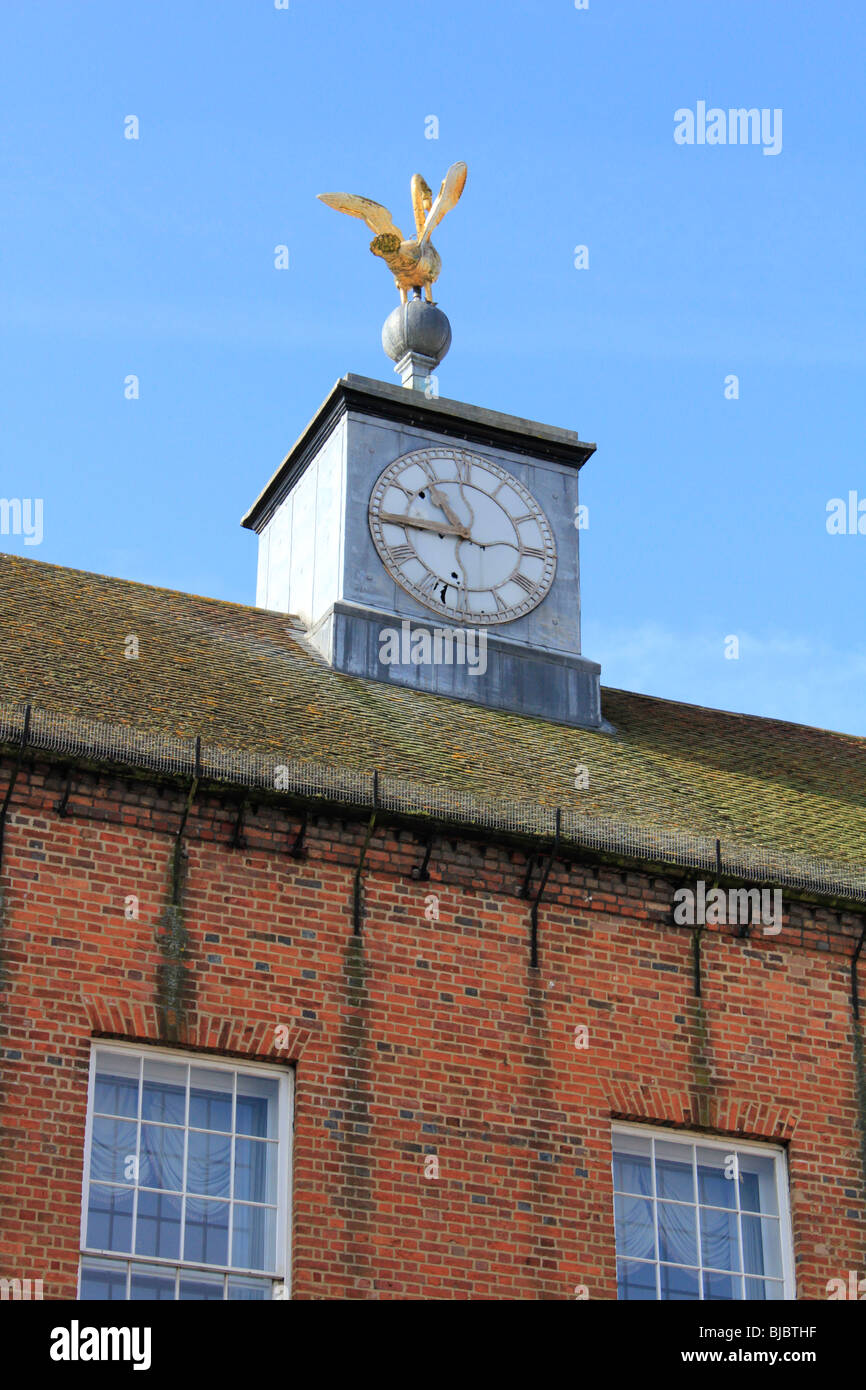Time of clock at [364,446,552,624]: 10:44
